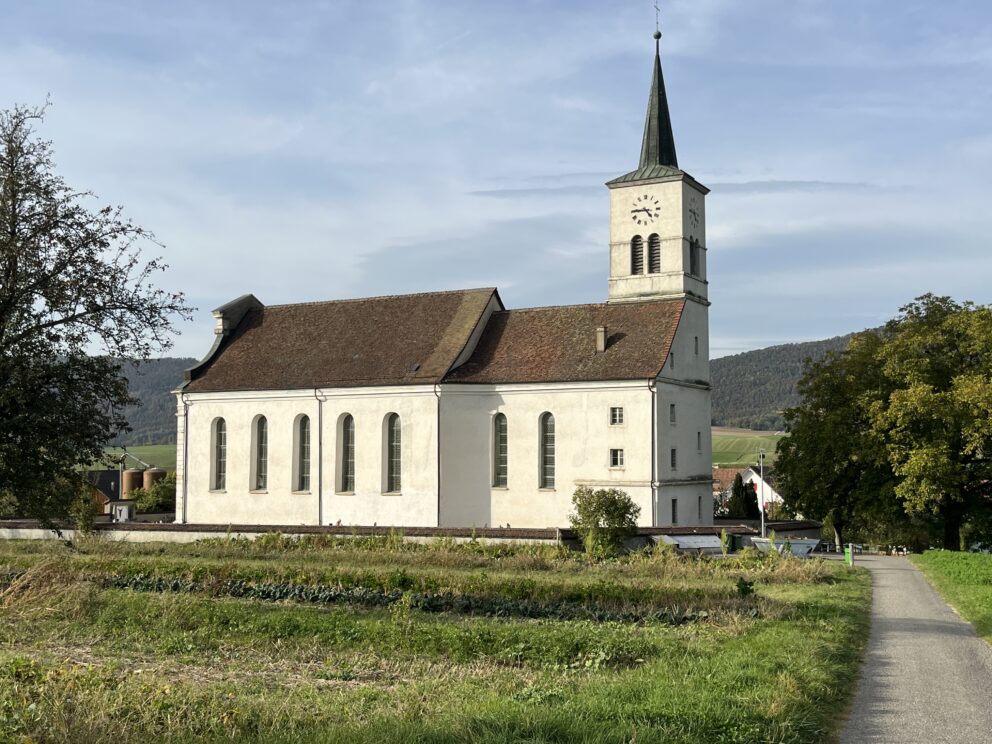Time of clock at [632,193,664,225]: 4:44
